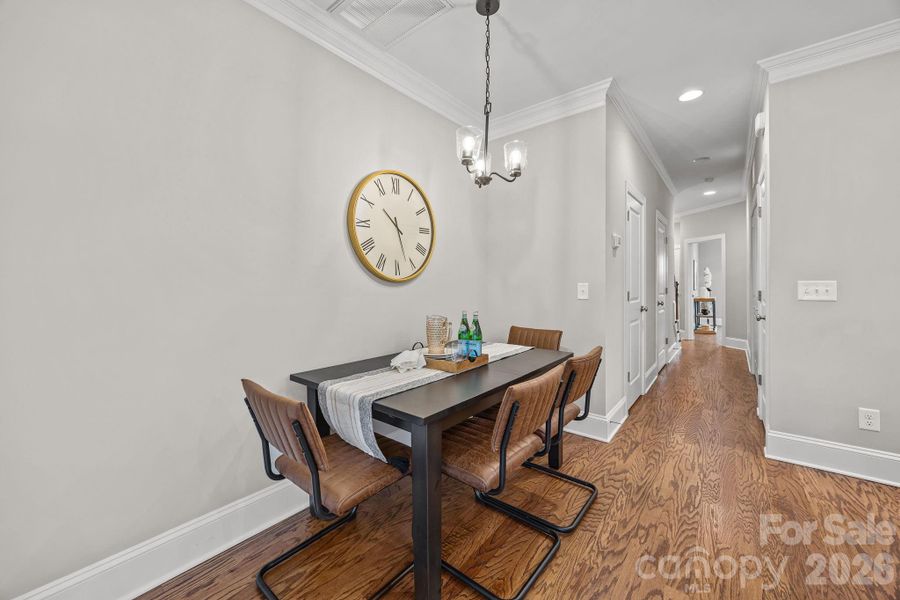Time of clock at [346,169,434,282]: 10:26
